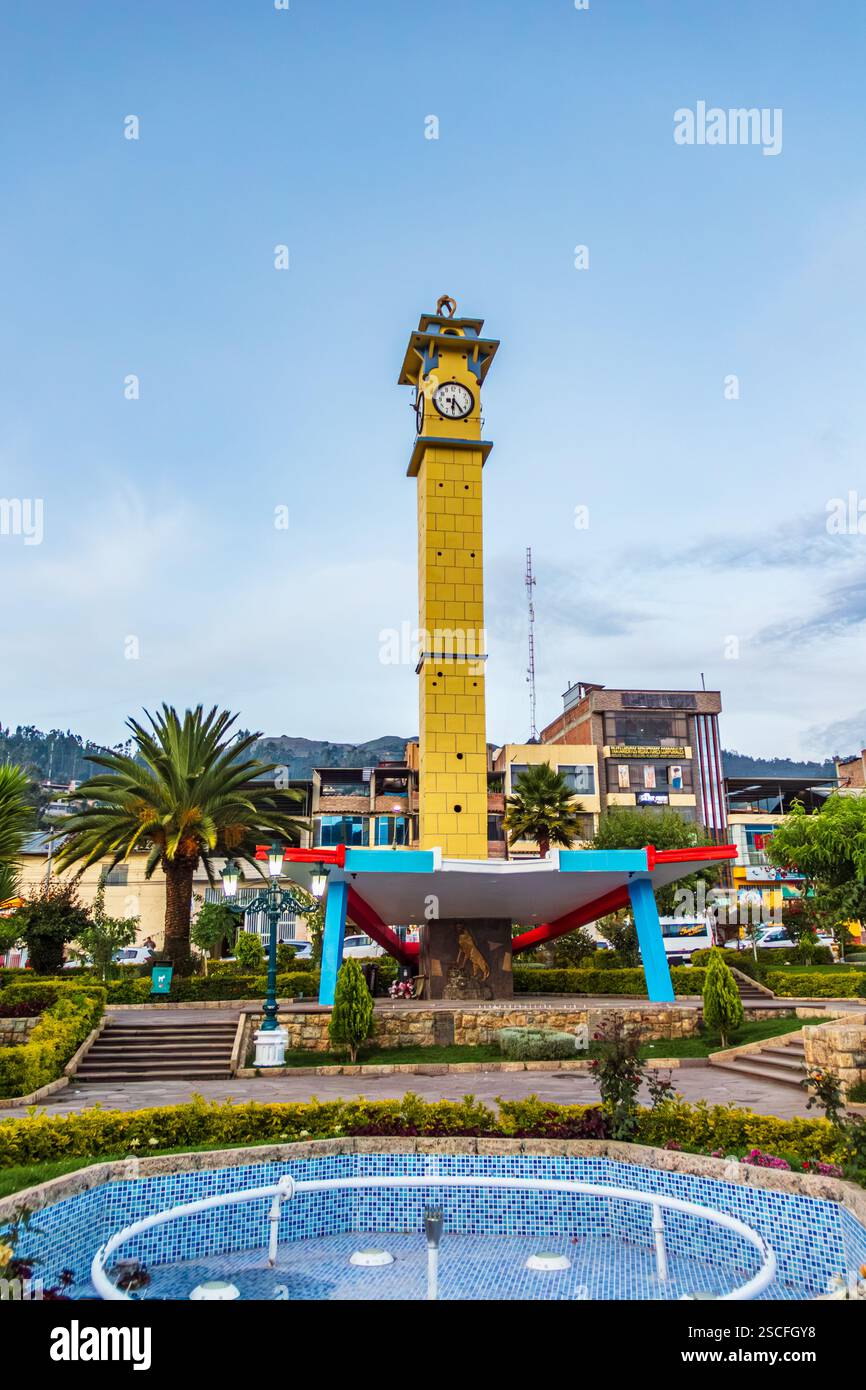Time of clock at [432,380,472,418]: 6:23
